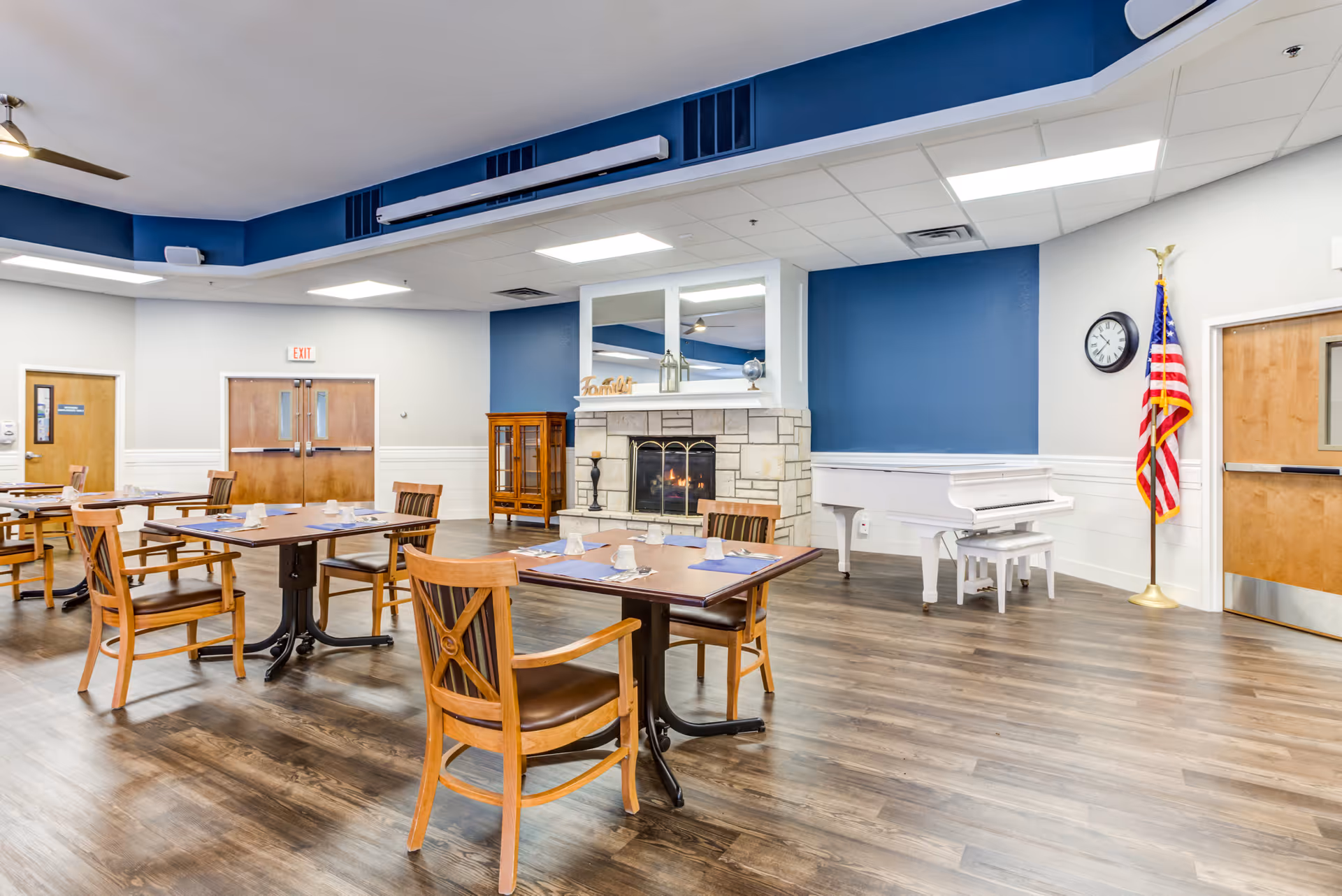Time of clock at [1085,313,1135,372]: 10:38
